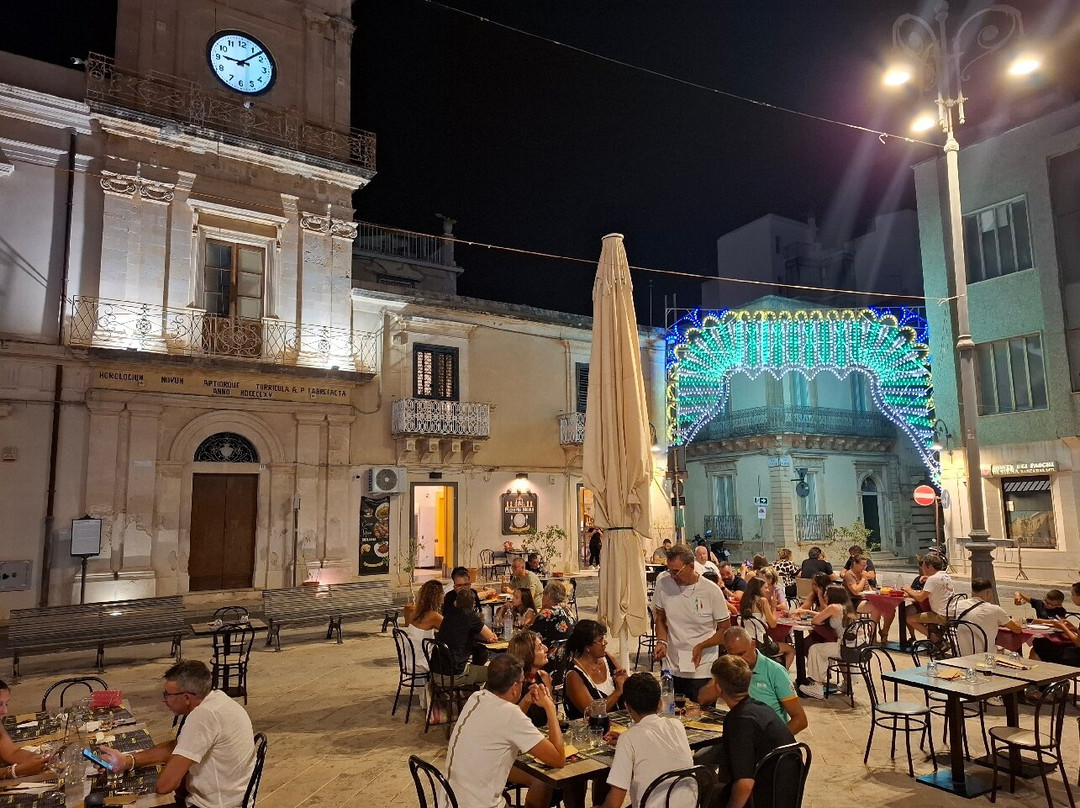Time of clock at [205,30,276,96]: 9:07
